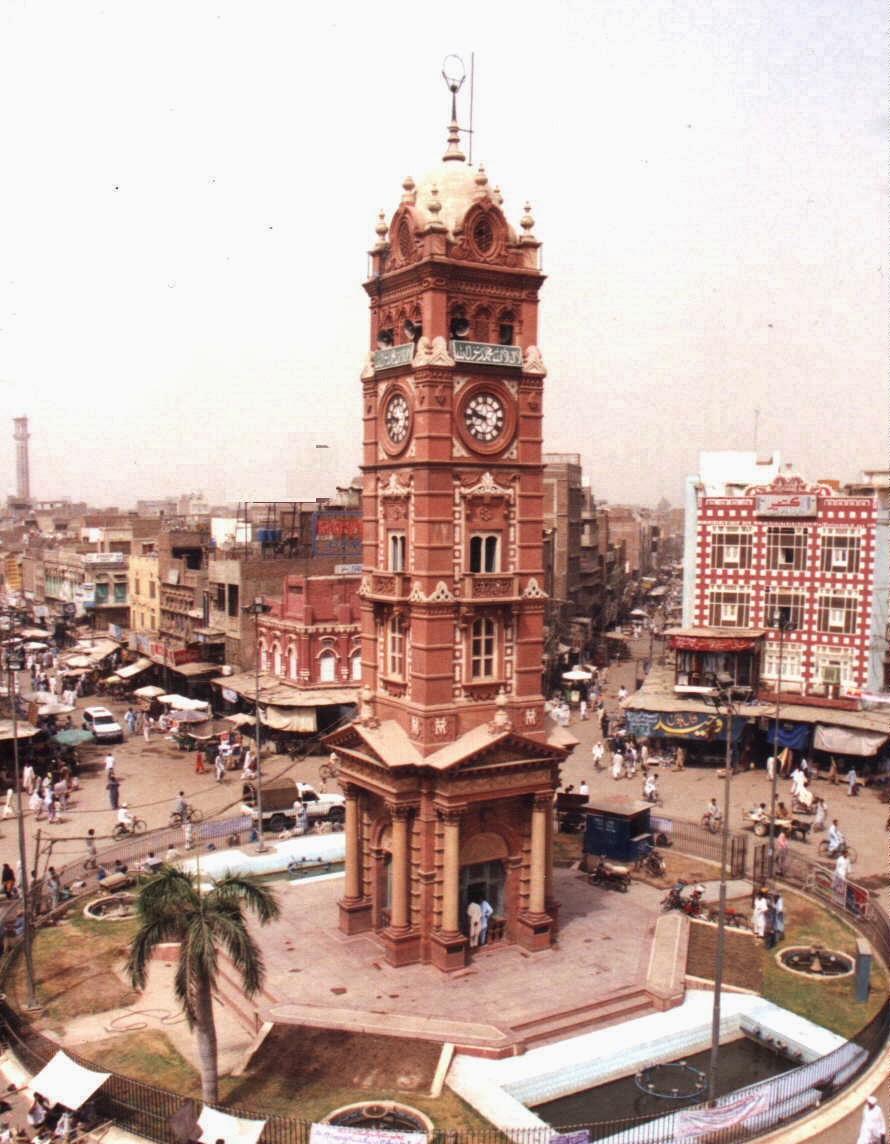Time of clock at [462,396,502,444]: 9:45
